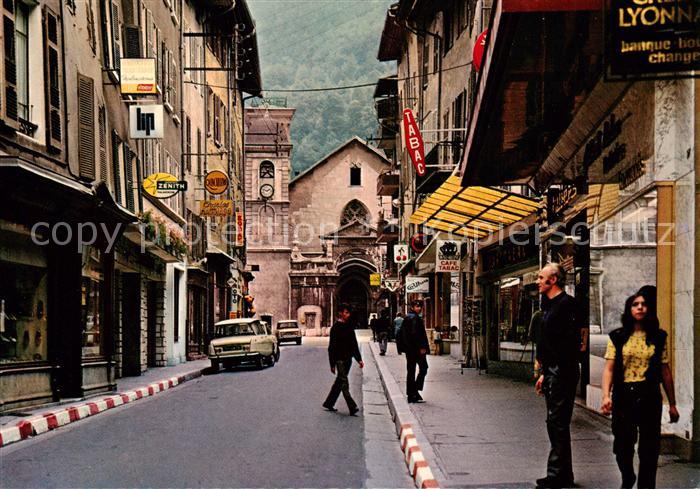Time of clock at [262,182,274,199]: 1:47
